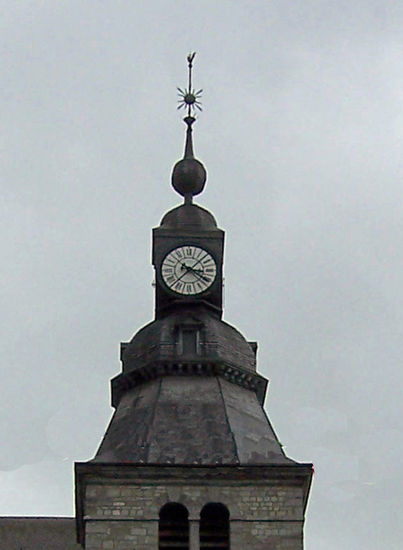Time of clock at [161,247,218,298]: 3:20
